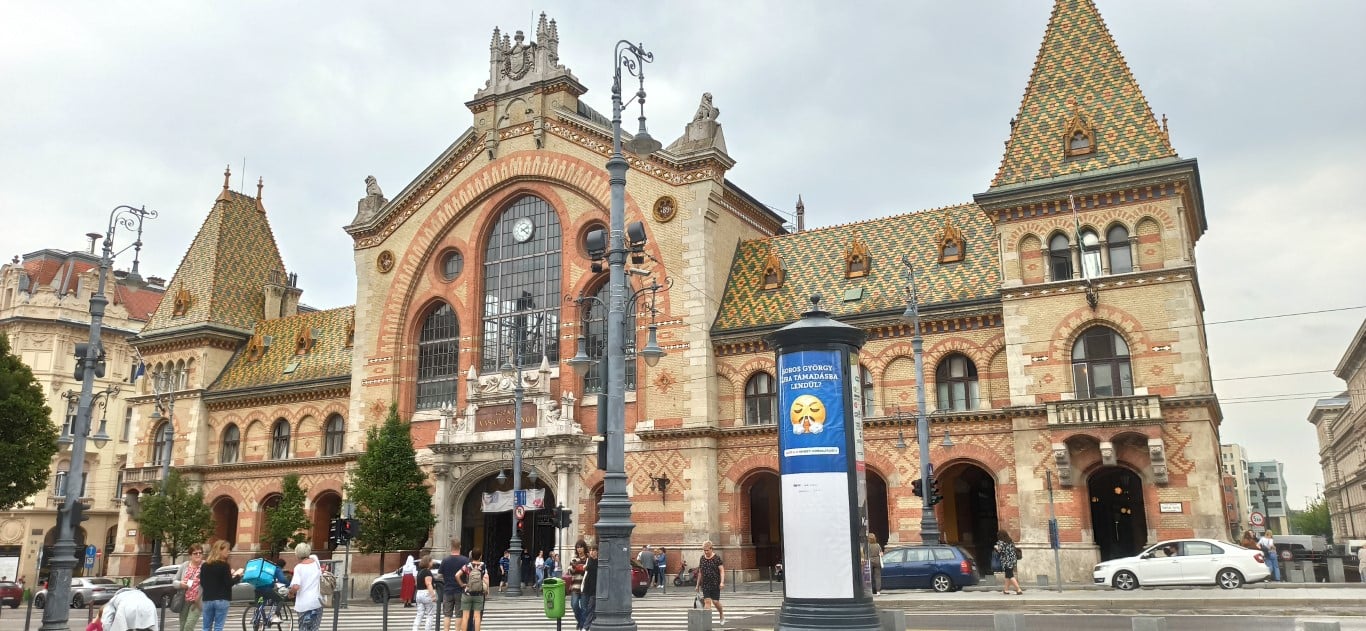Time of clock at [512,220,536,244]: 2:21
